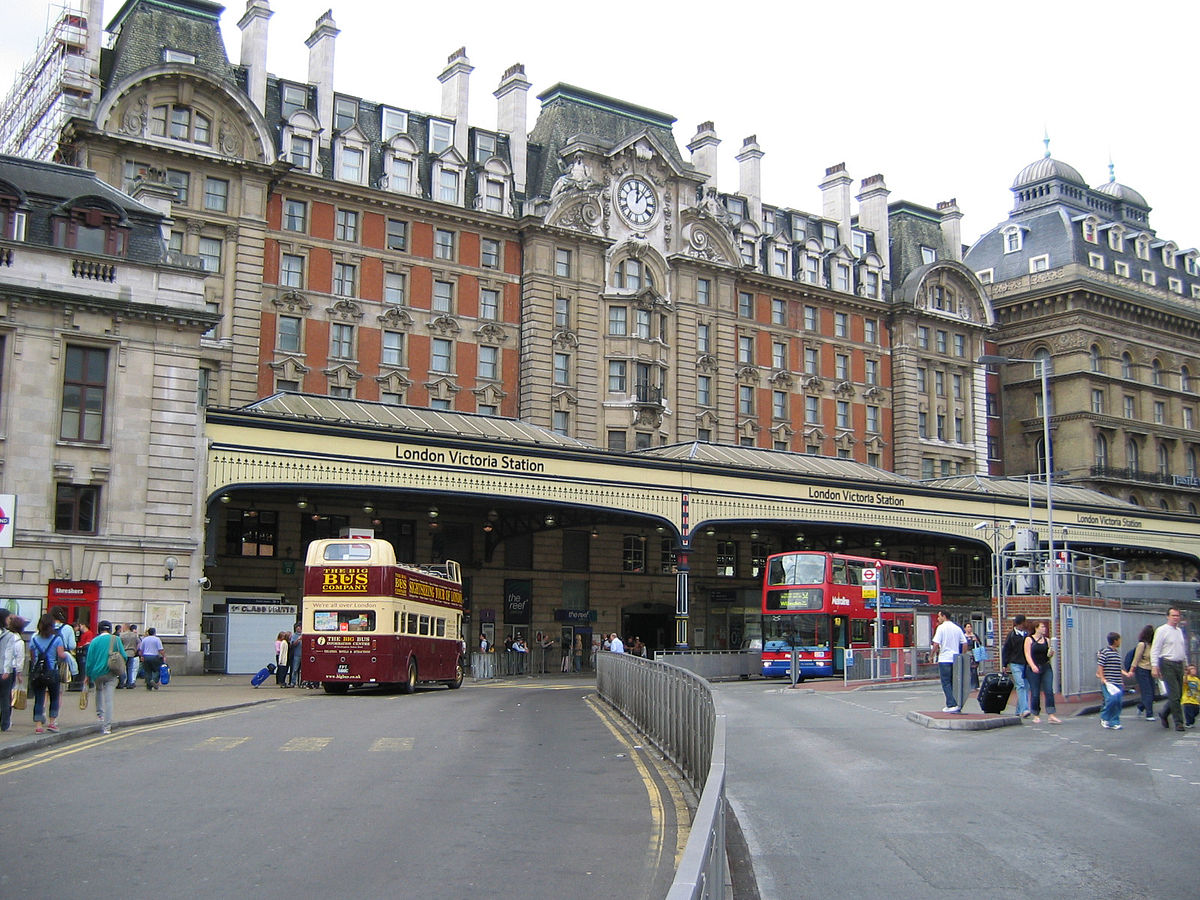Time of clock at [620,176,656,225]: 12:06
